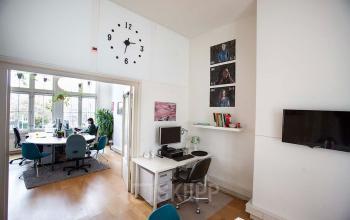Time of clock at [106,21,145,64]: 2:32
